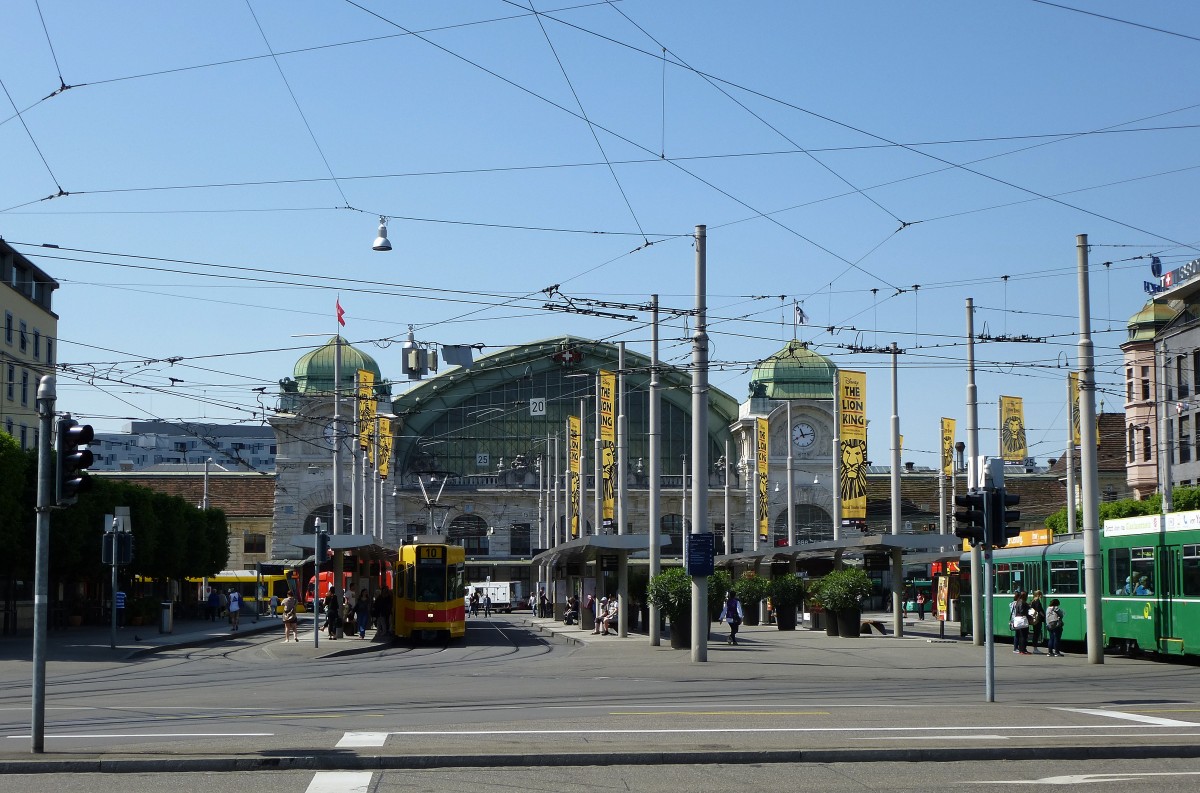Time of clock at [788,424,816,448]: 11:13
